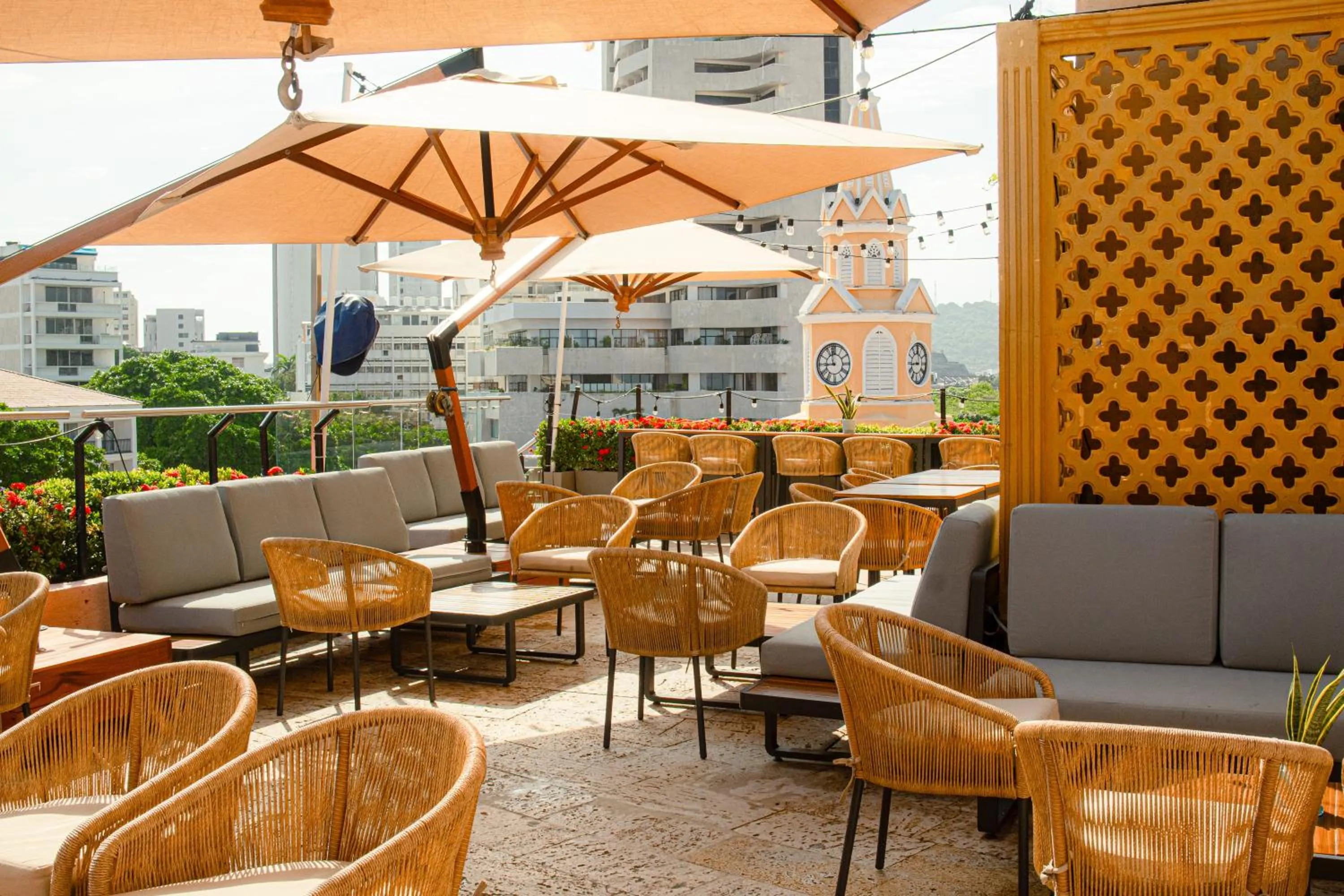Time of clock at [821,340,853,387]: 8:57
